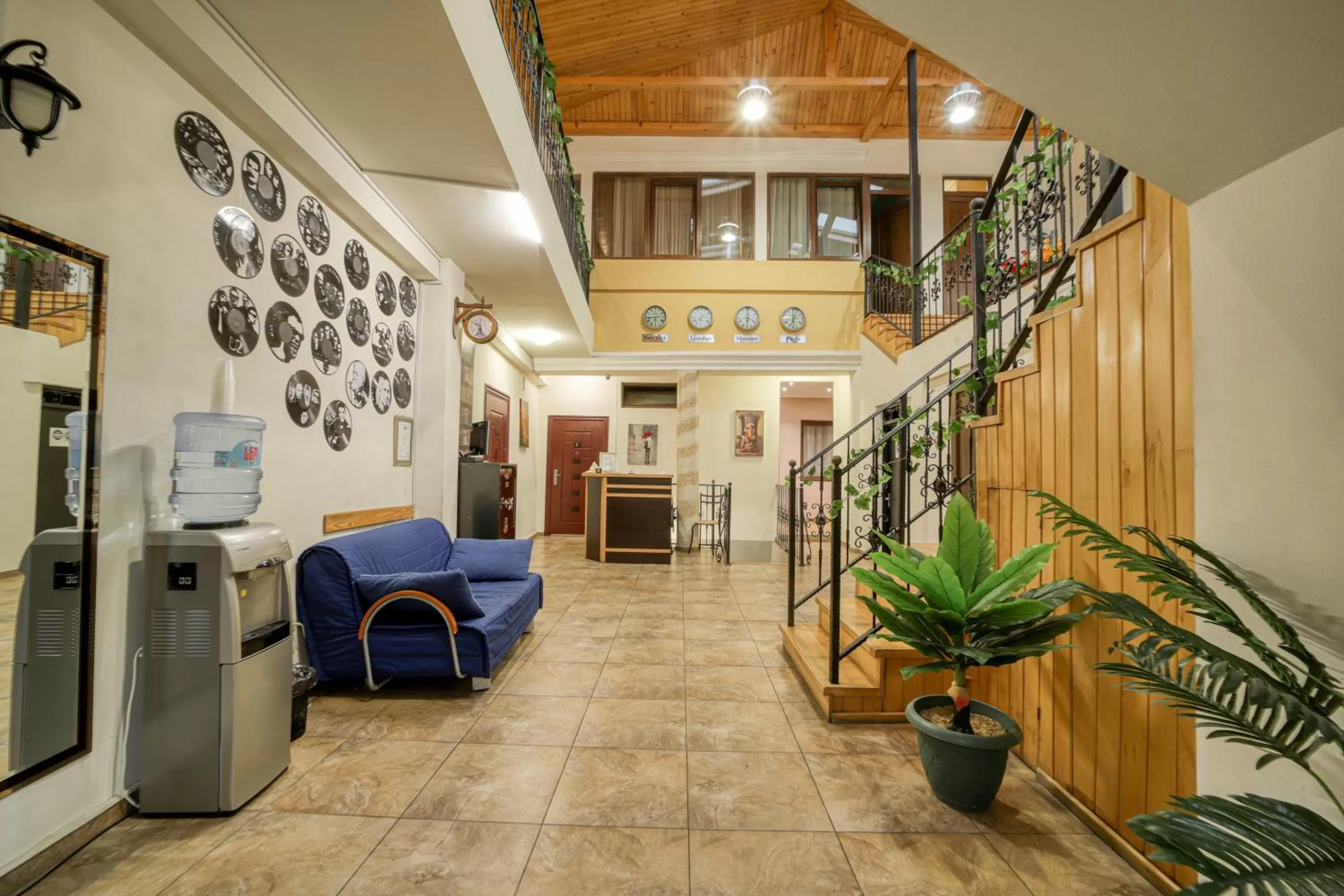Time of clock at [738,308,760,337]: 5:59
